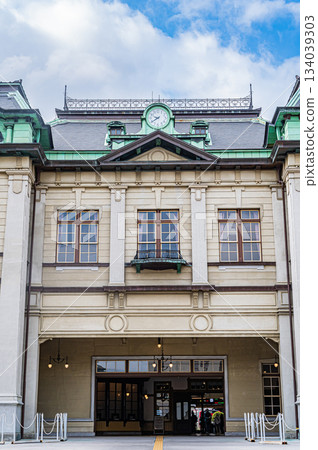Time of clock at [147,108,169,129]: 9:39
